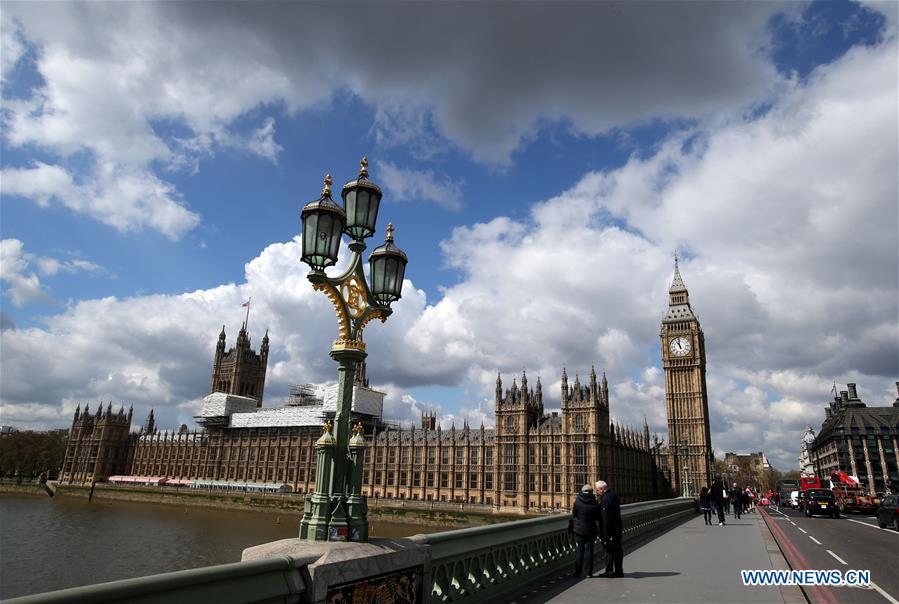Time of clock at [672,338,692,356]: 10:58
